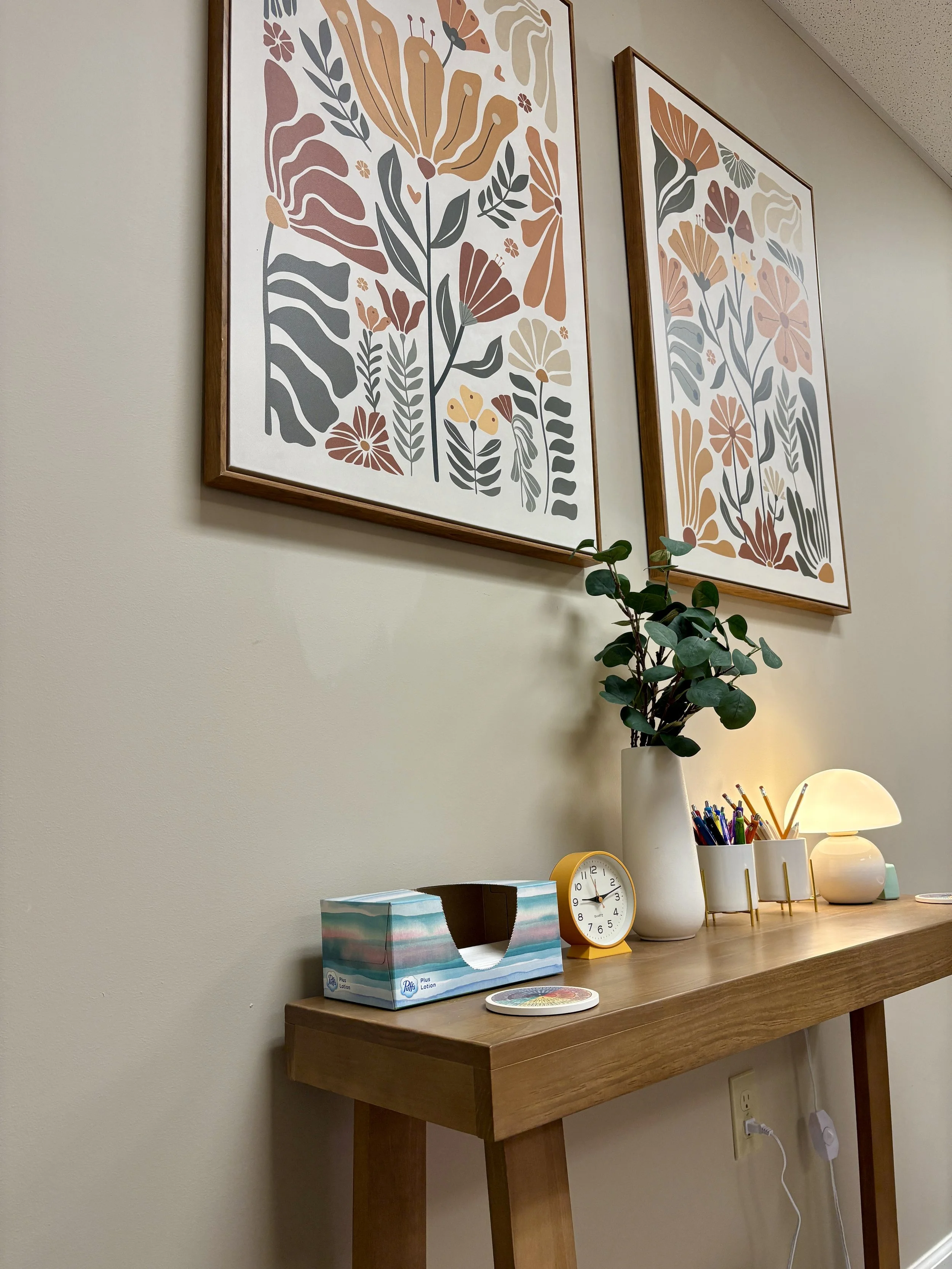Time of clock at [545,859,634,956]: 9:12
